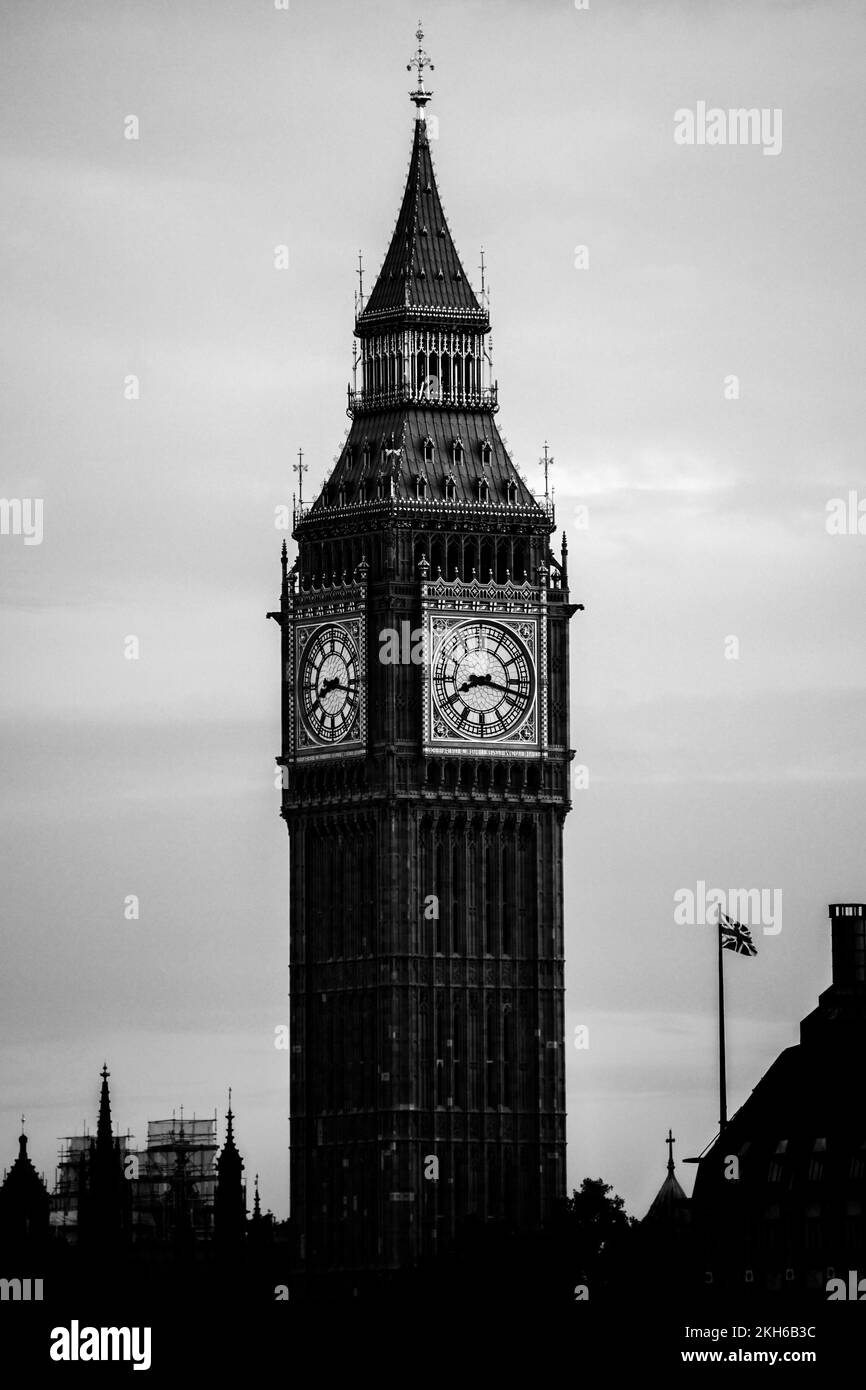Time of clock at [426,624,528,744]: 8:17
